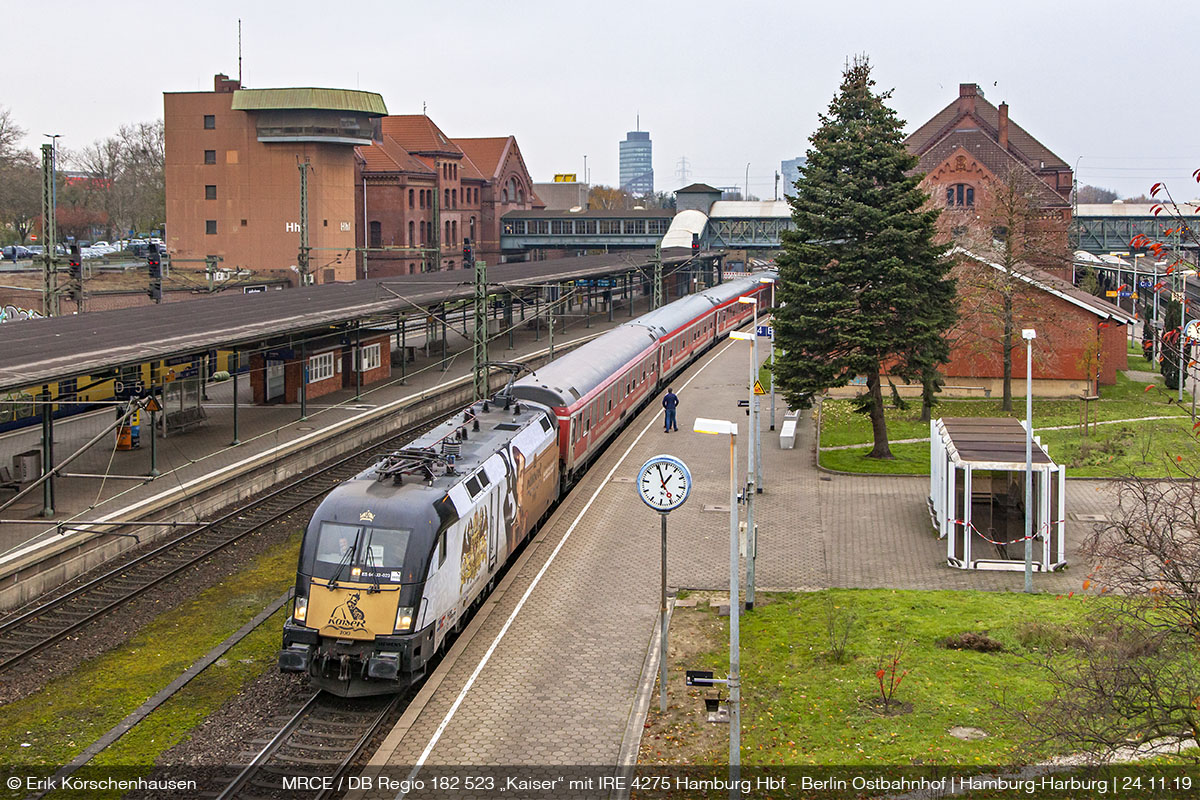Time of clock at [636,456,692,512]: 12:55
